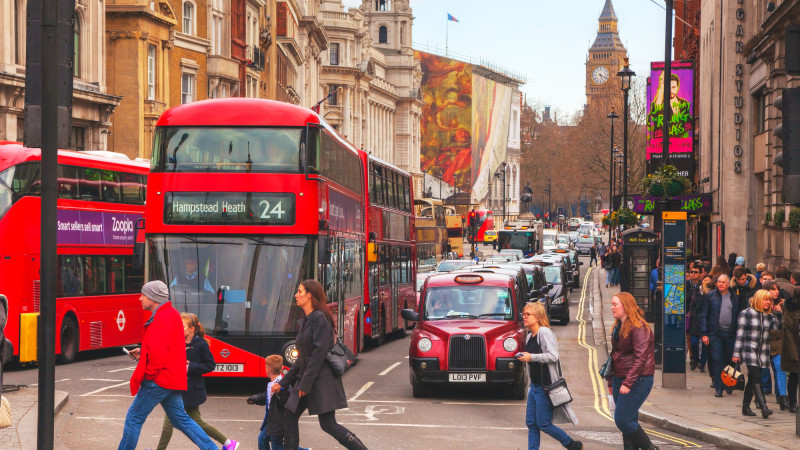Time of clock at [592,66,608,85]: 5:18
